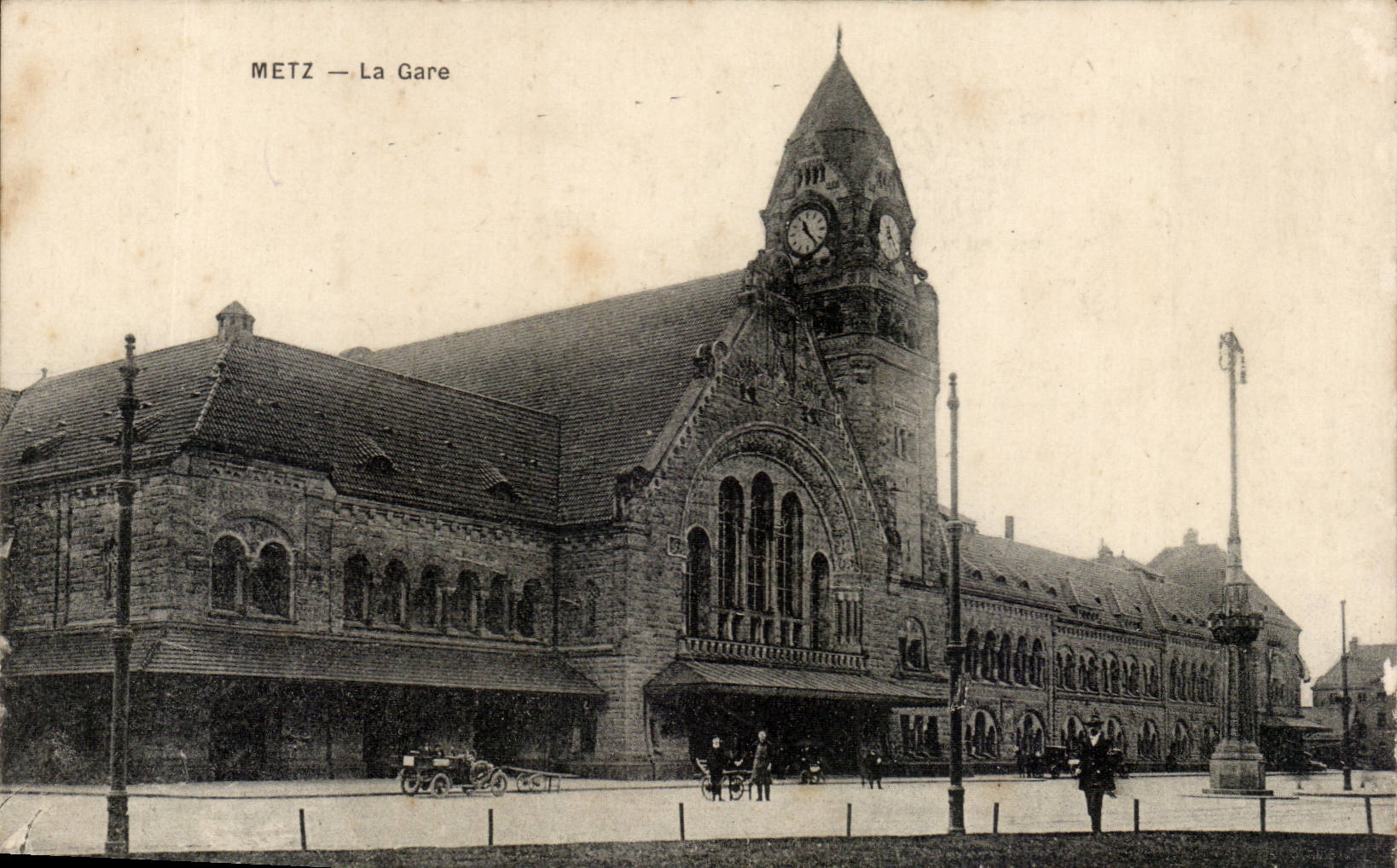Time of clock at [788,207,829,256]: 11:23
